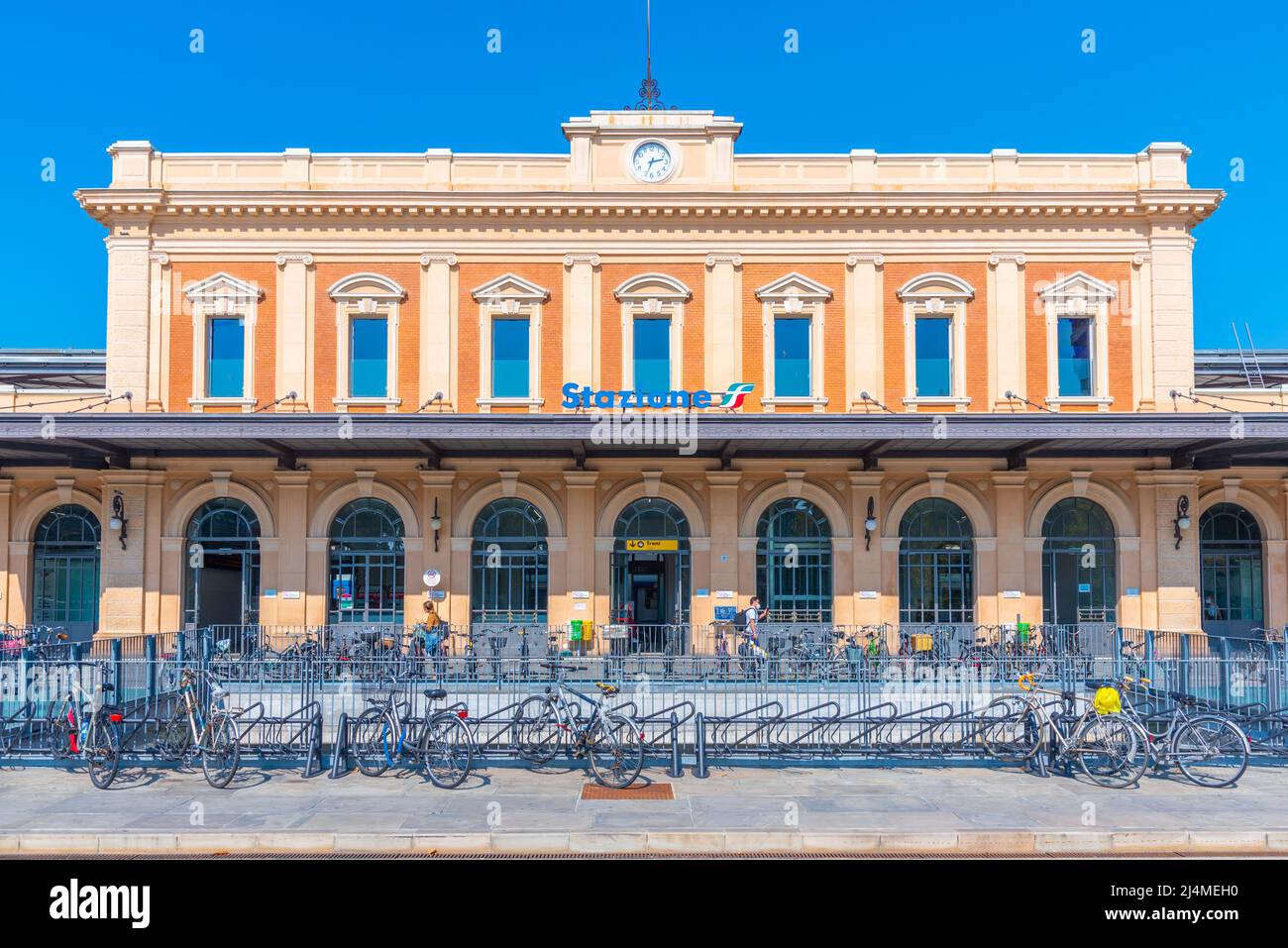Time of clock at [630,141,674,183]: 2:33
